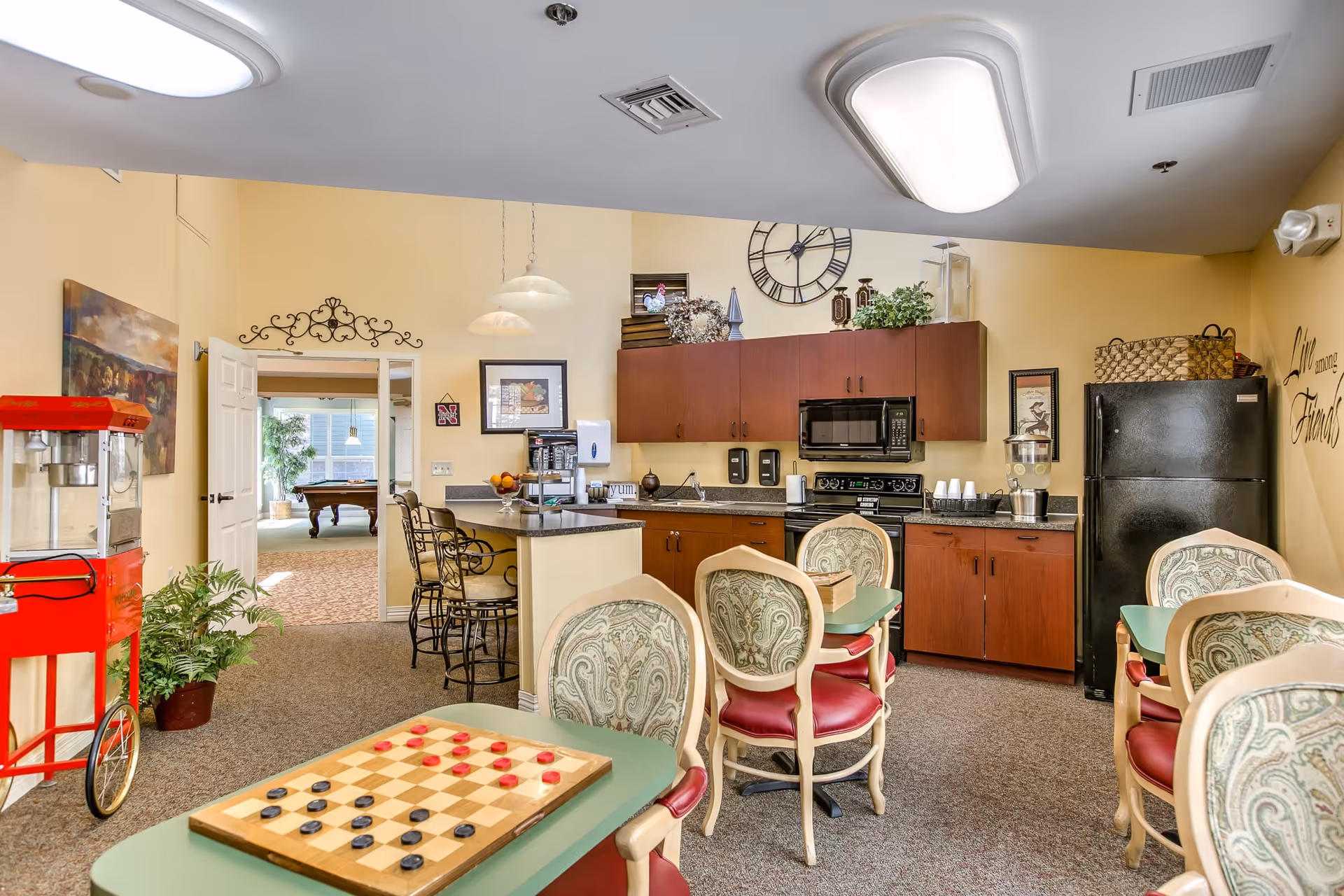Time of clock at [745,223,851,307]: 1:14
